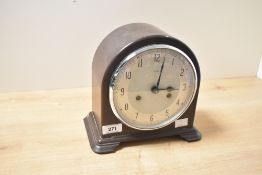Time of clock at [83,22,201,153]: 3:02
